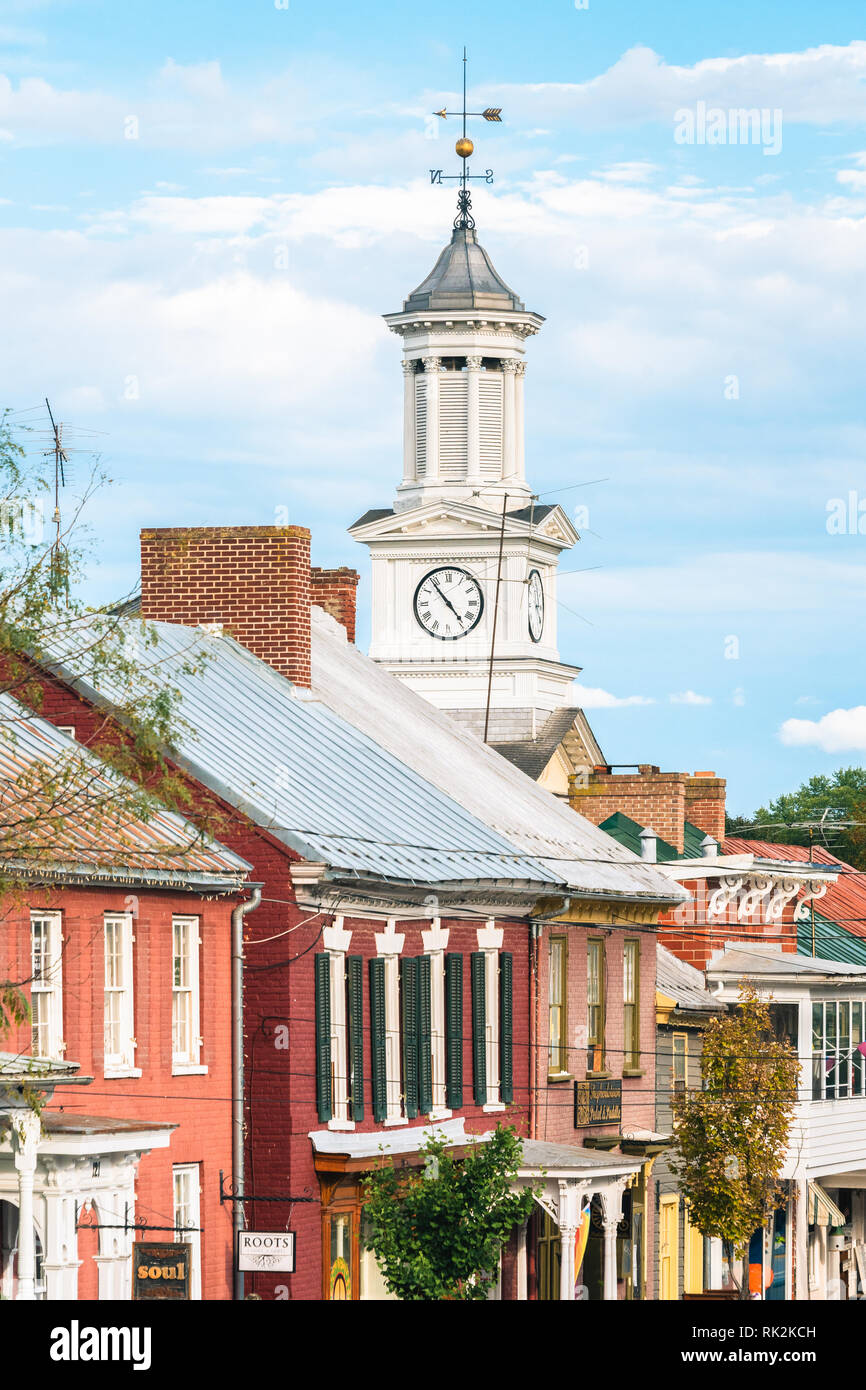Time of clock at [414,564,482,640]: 4:53
